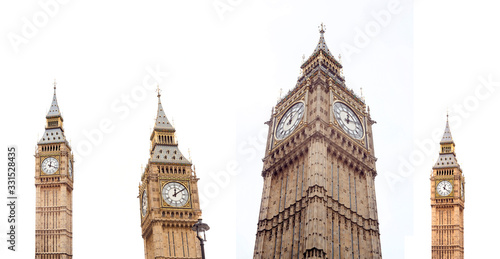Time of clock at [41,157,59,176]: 12:18
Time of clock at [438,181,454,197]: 12:21
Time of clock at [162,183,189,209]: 12:09
